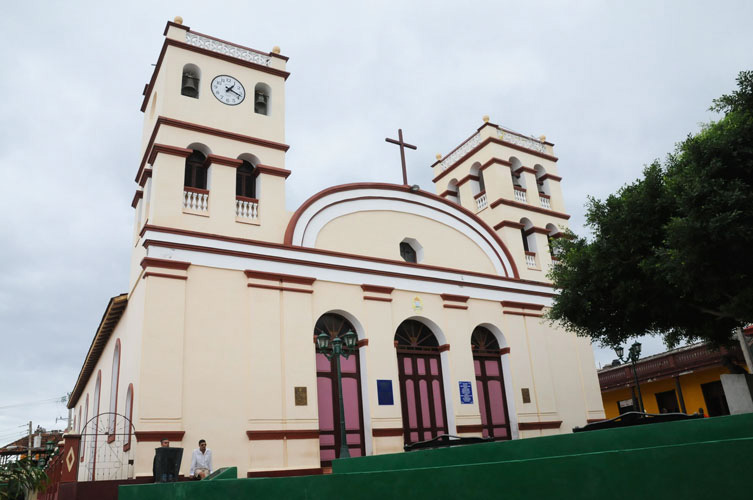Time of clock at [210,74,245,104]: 1:18
